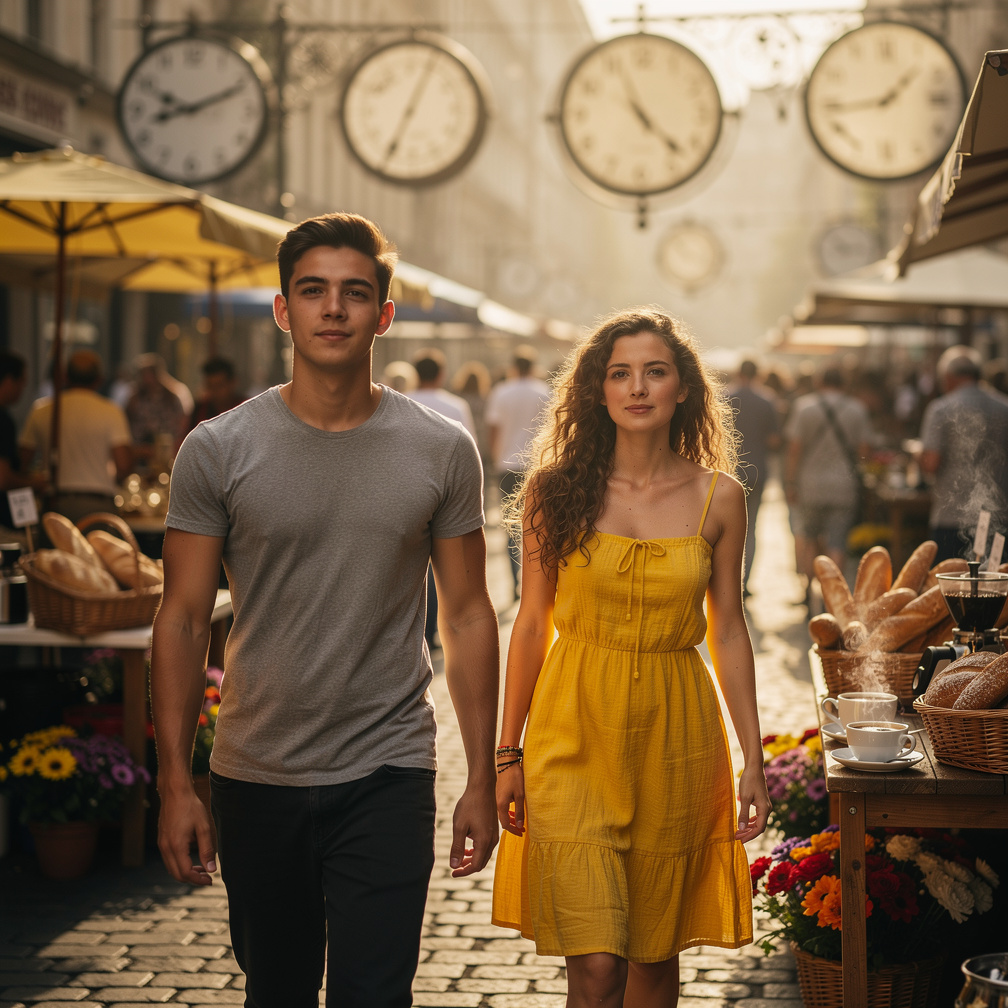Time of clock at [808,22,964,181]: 1:43
